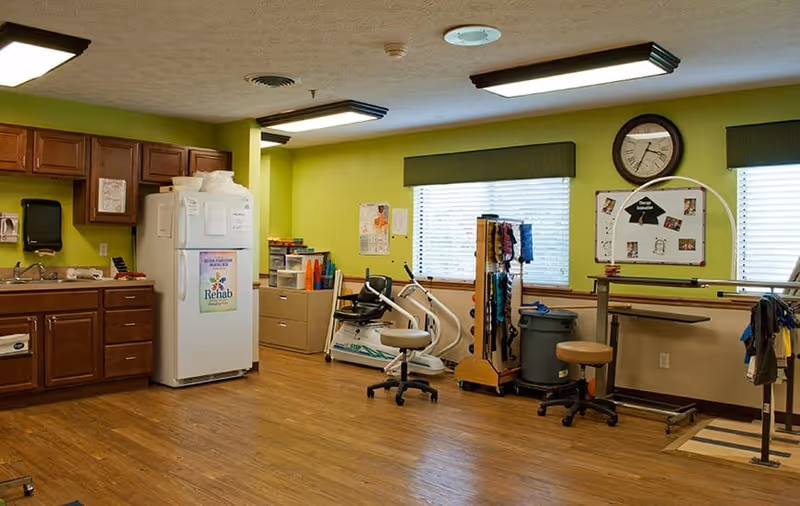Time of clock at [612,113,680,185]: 3:34
